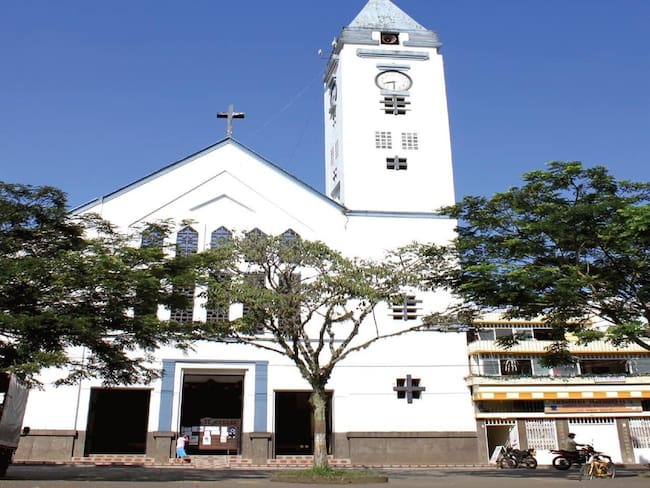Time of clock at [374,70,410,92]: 8:29
